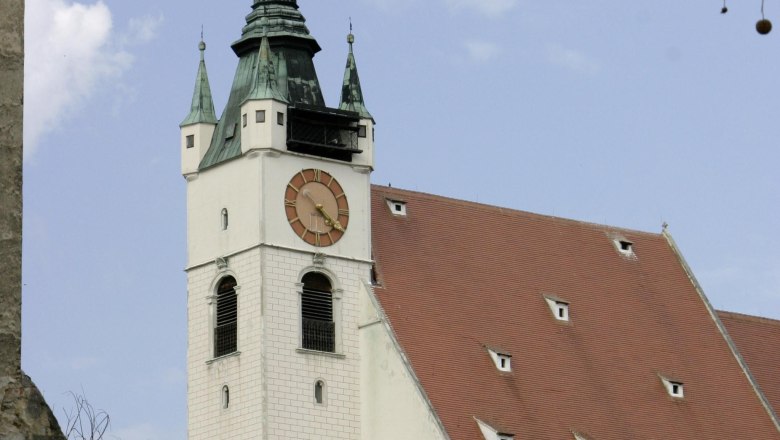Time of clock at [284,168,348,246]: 4:21
